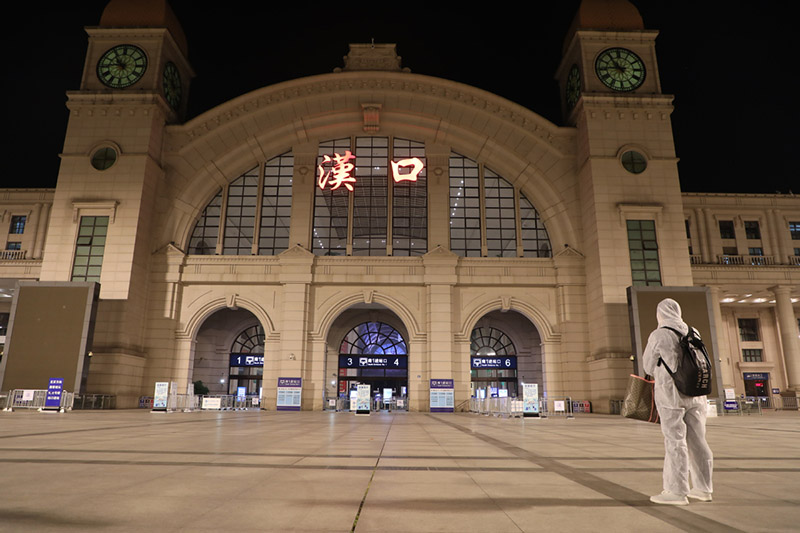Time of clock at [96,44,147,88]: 10:45
